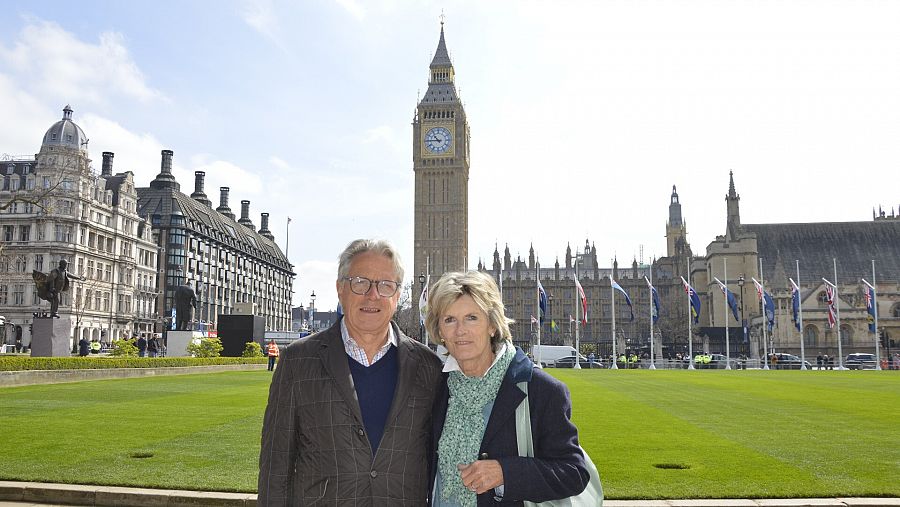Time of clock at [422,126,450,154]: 10:45
